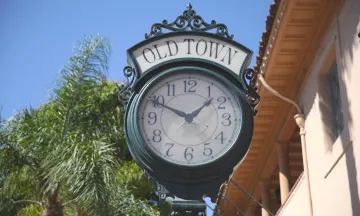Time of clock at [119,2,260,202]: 1:49
